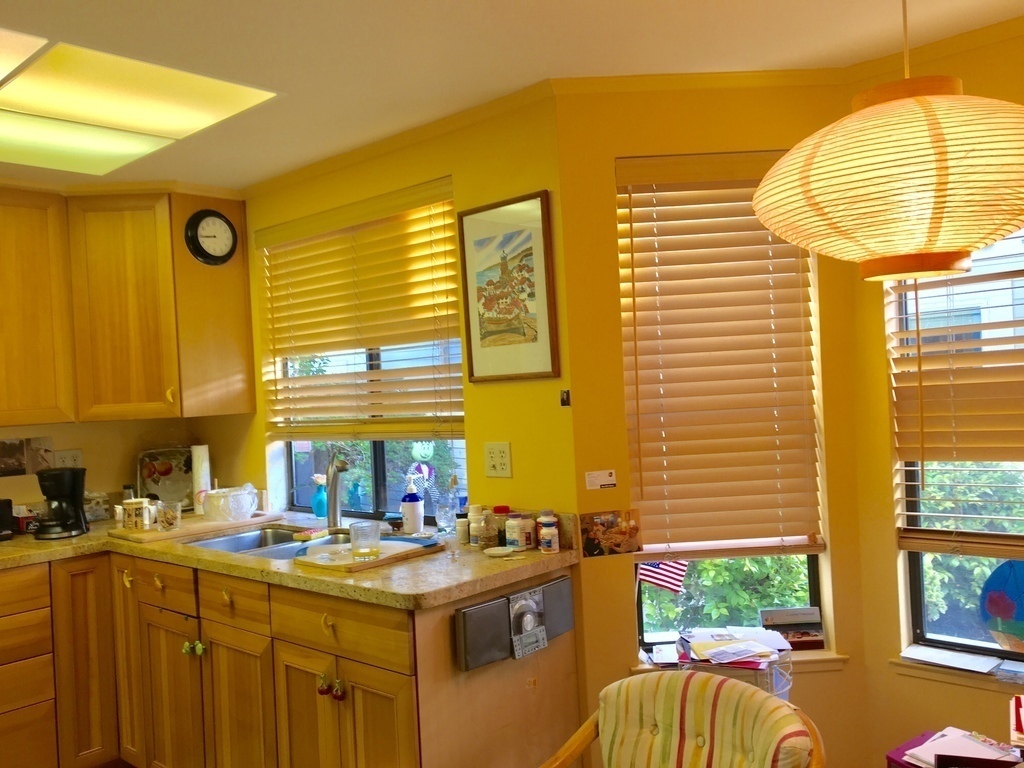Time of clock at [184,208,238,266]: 8:43
